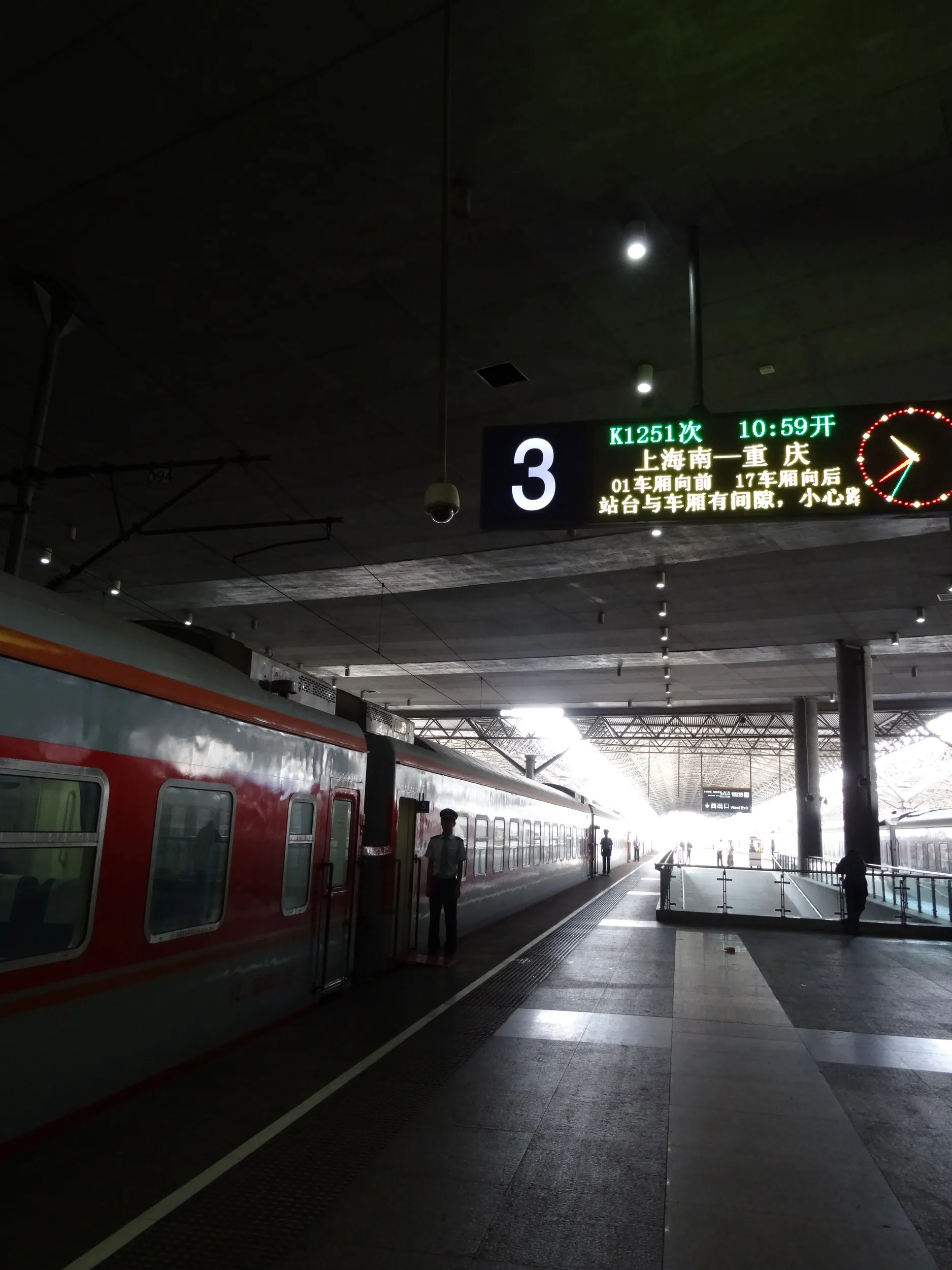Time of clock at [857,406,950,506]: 10:39
